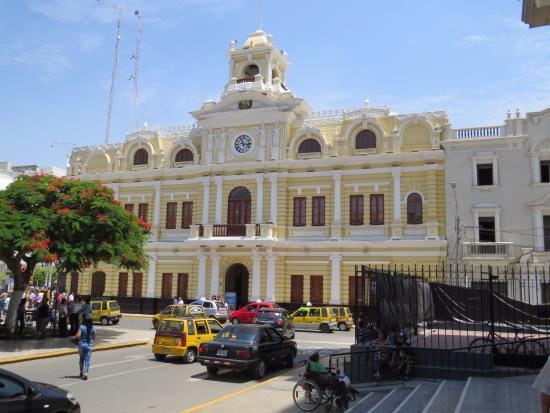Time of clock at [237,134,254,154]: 11:16
